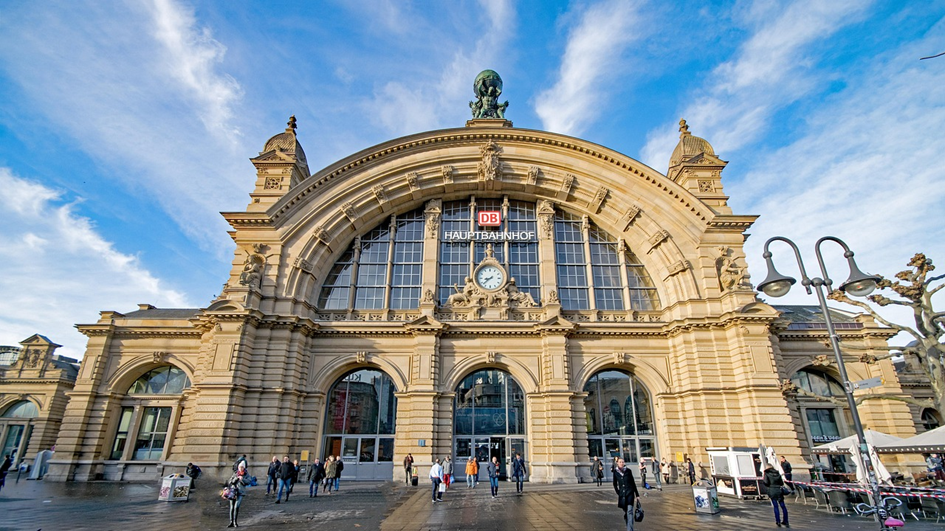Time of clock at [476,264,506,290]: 8:38
